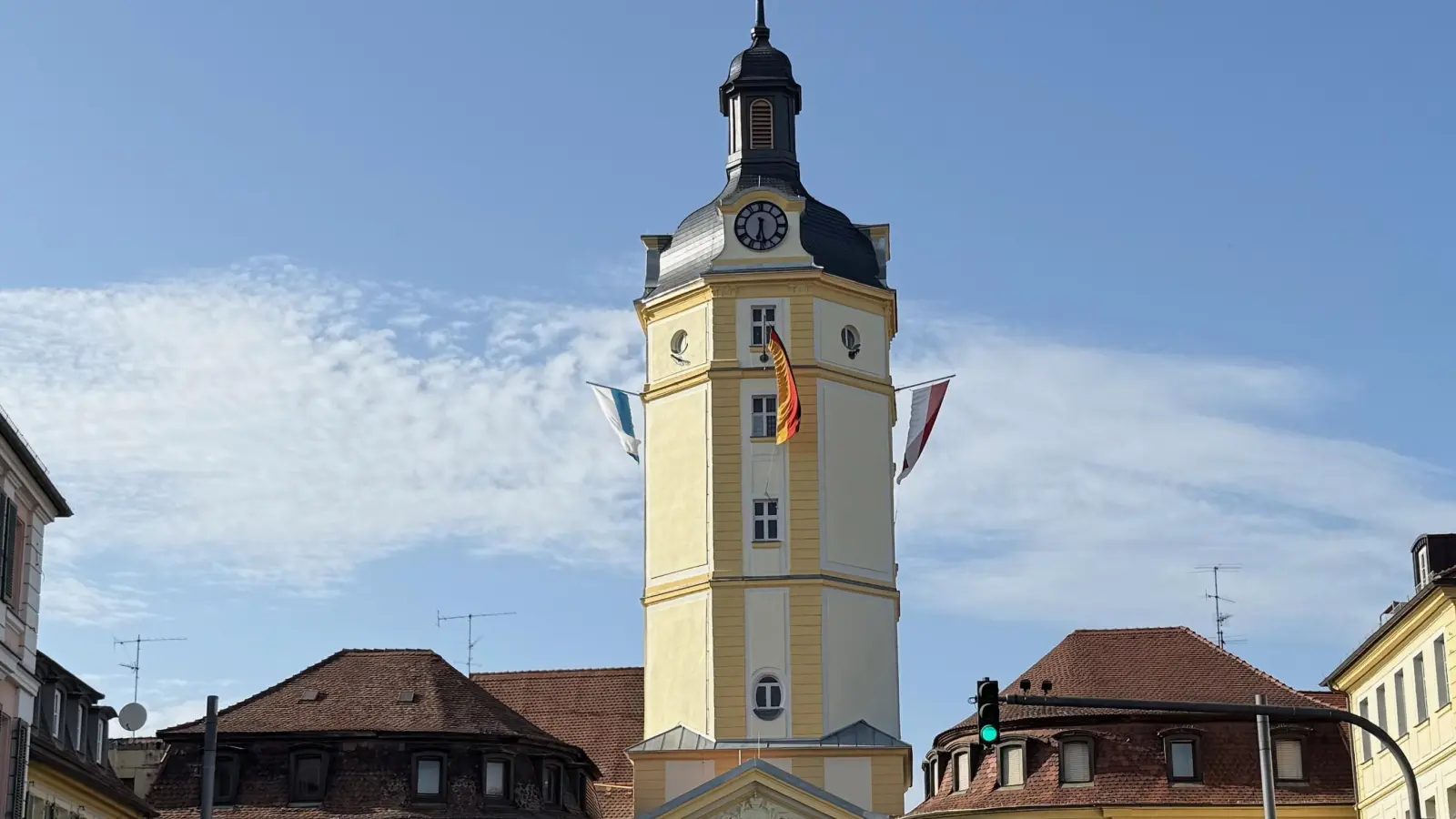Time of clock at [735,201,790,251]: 6:28
